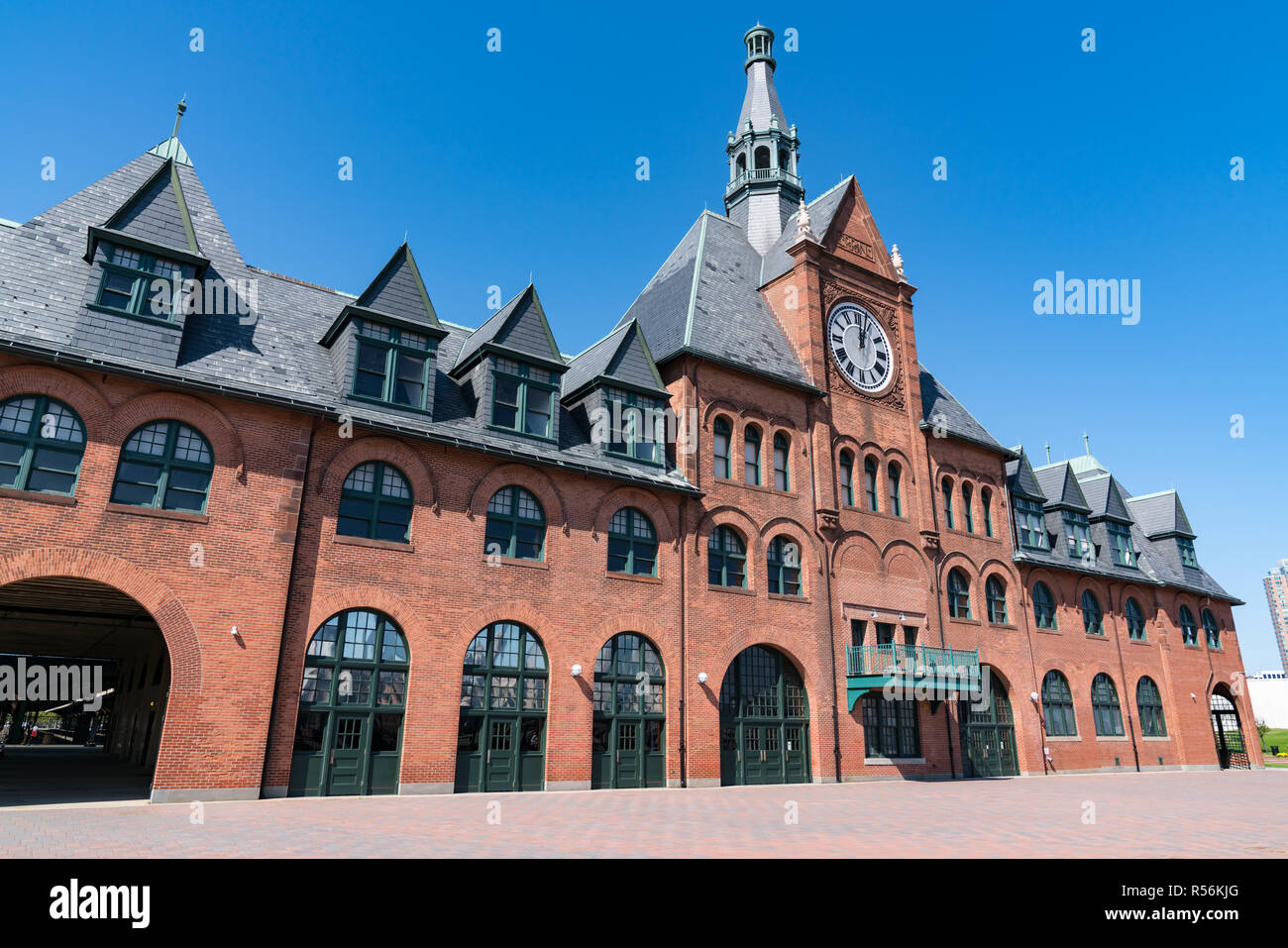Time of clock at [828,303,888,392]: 12:03
